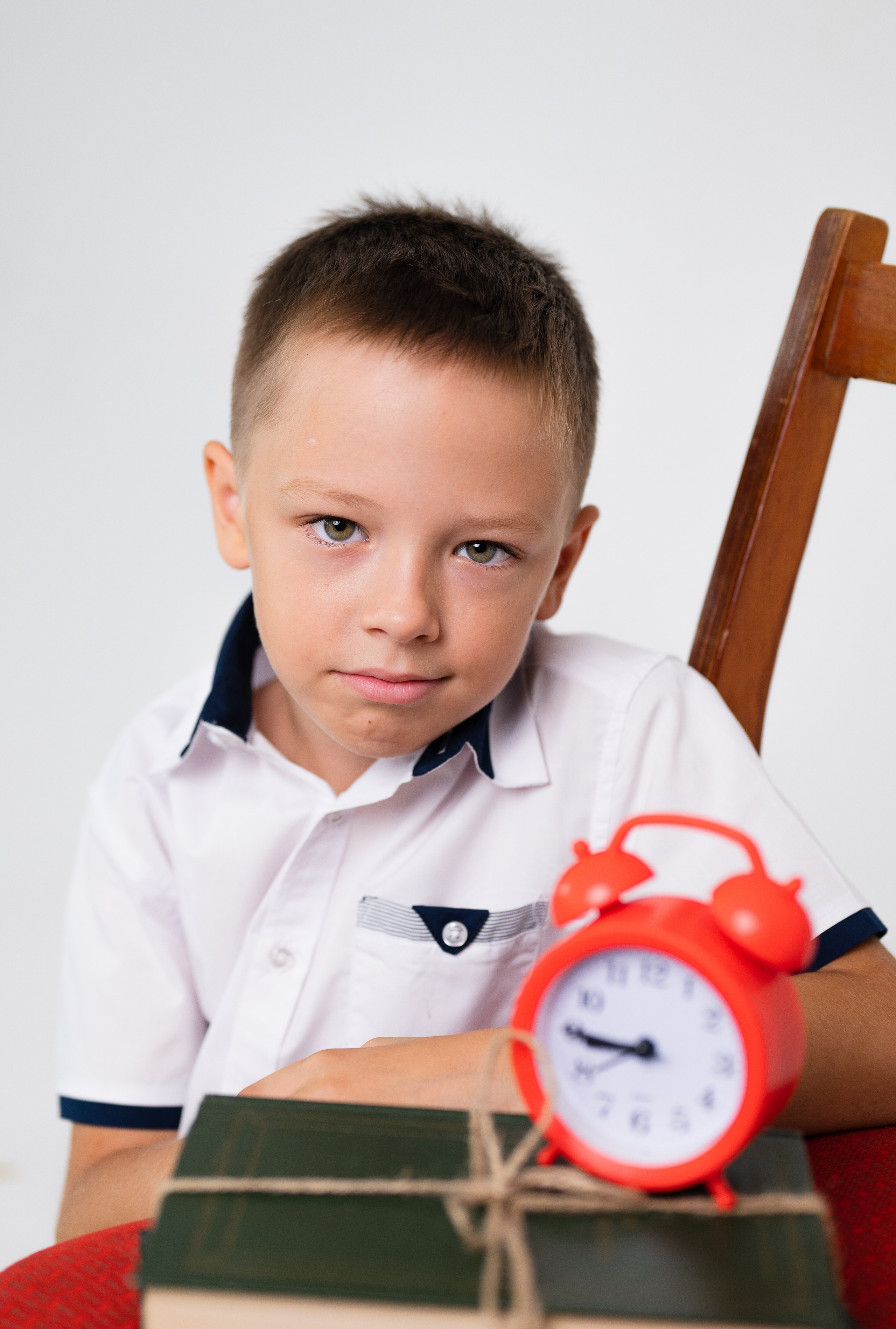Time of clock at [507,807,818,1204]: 8:45
